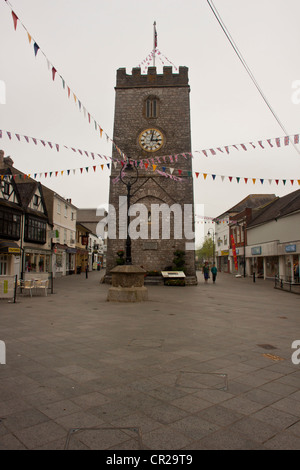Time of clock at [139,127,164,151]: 3:02
